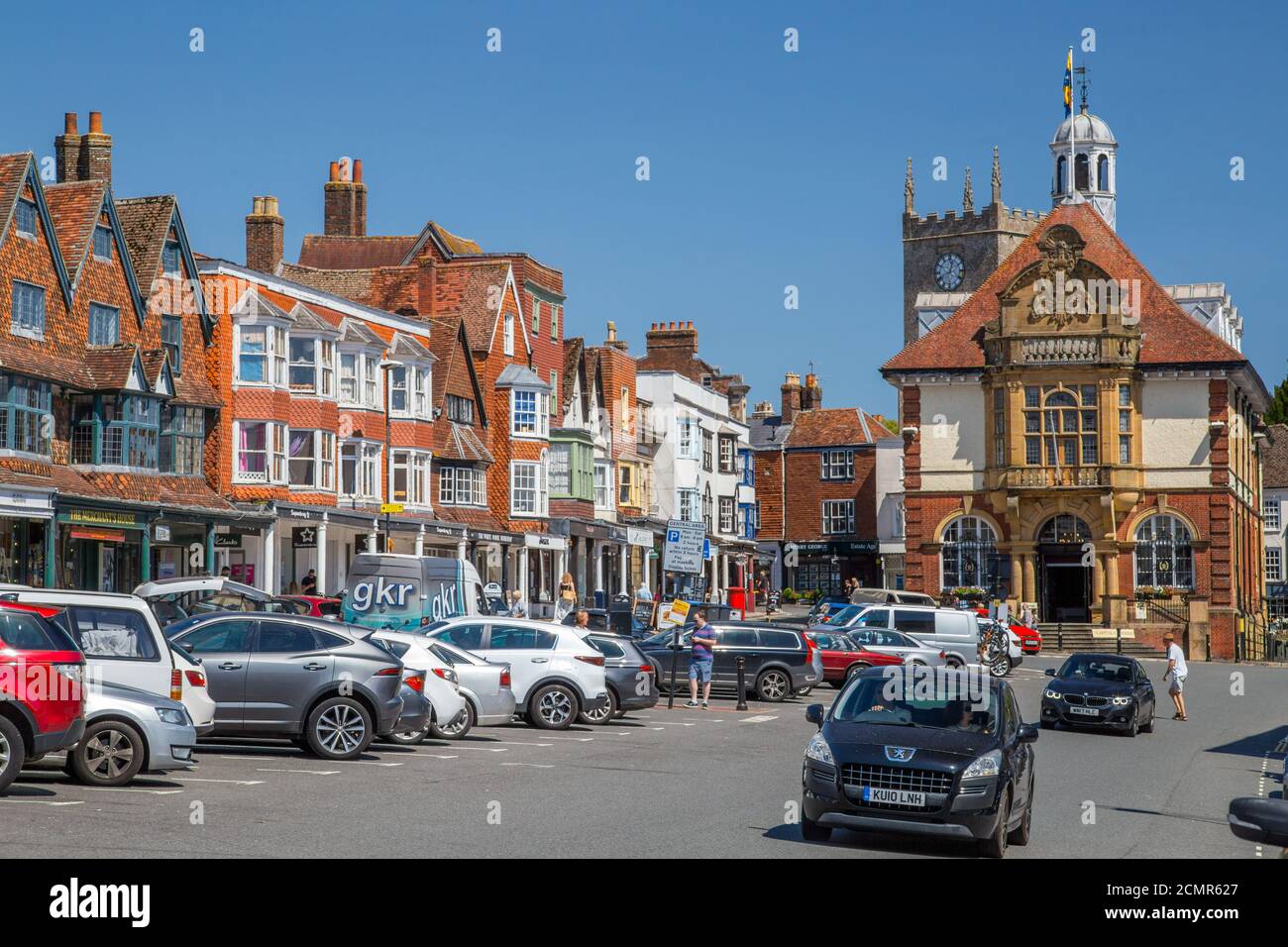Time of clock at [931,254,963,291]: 12:41
